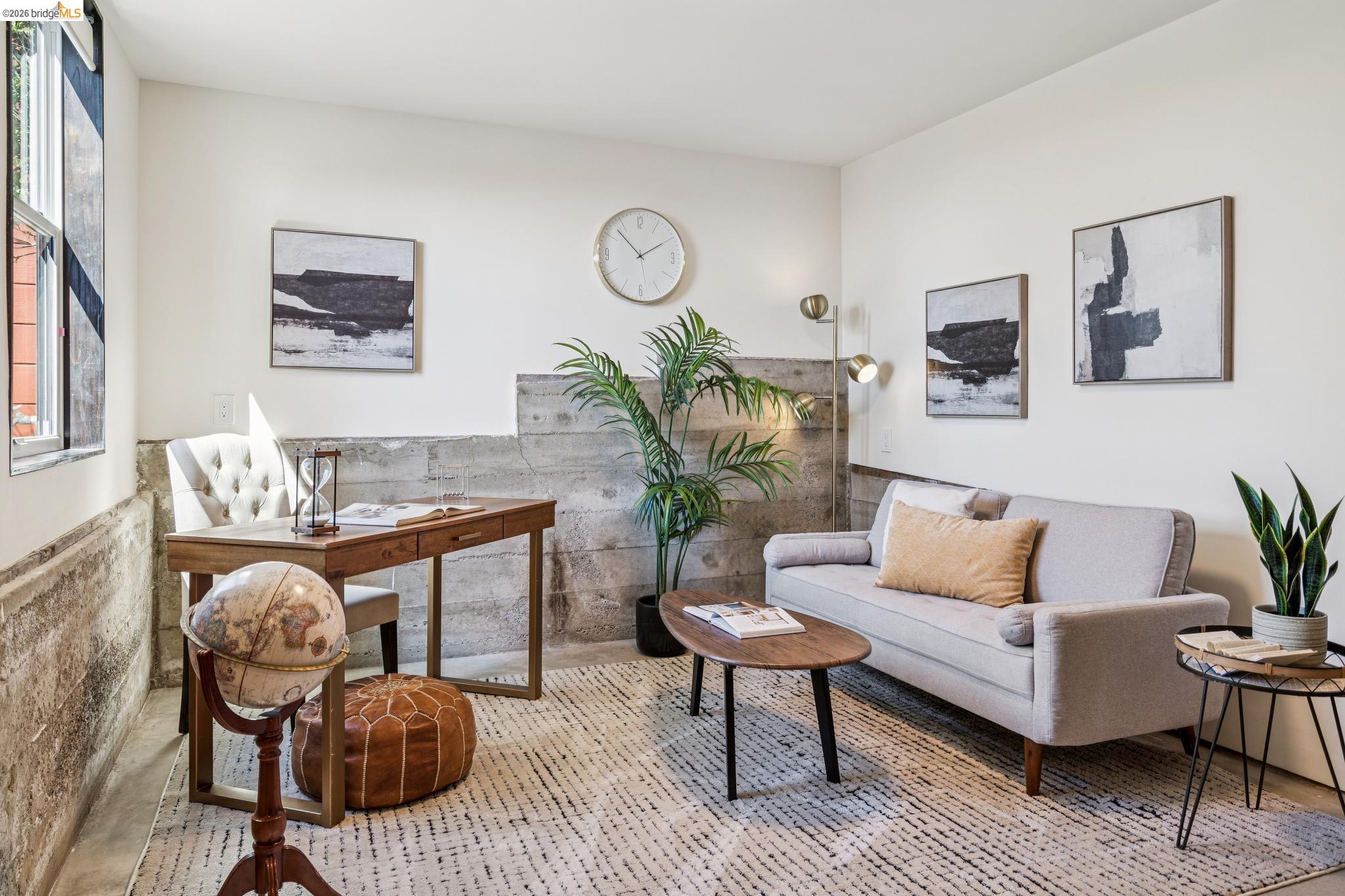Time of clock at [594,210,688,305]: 1:52
